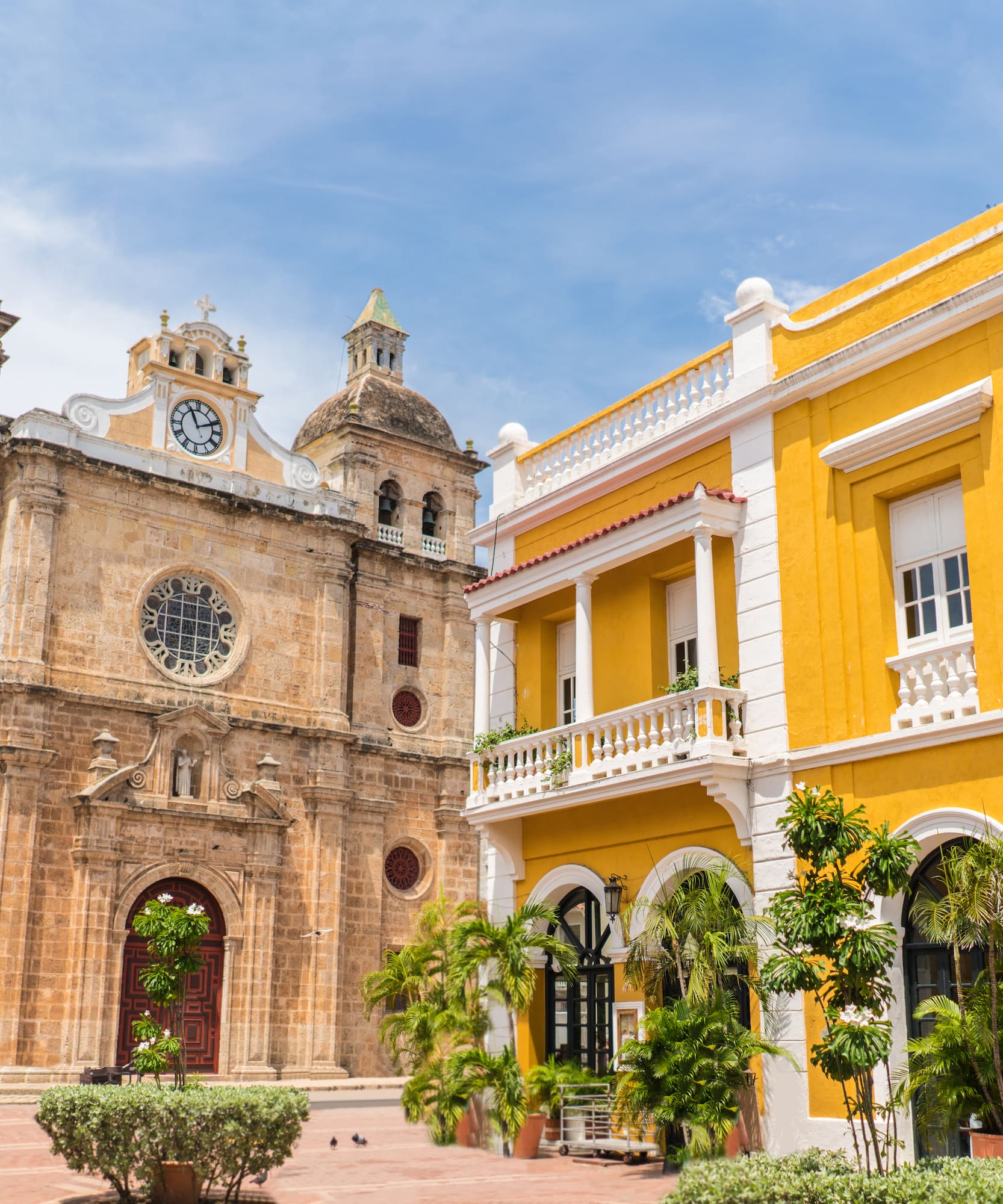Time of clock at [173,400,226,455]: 11:10
